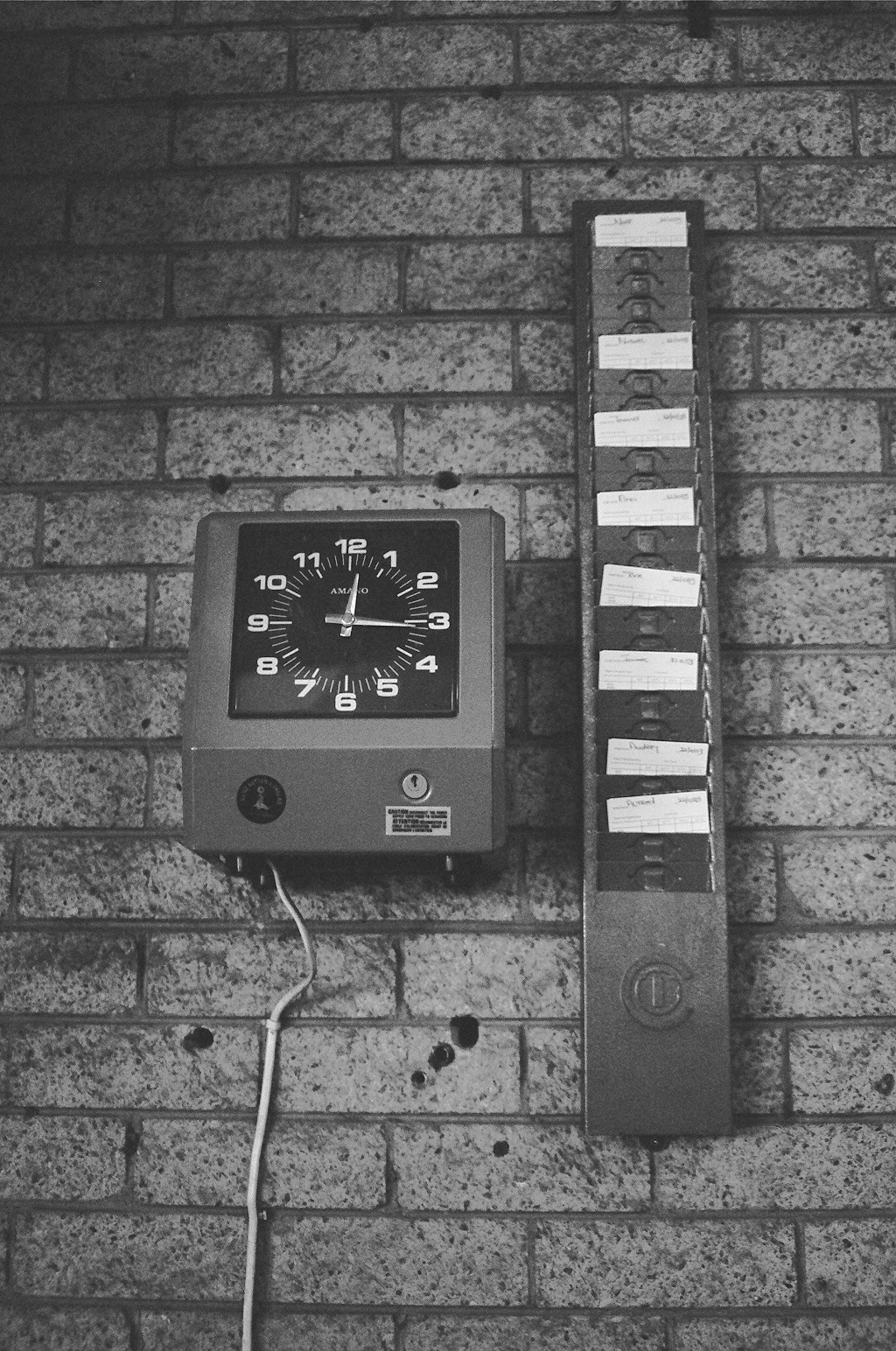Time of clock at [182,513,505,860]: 12:15
